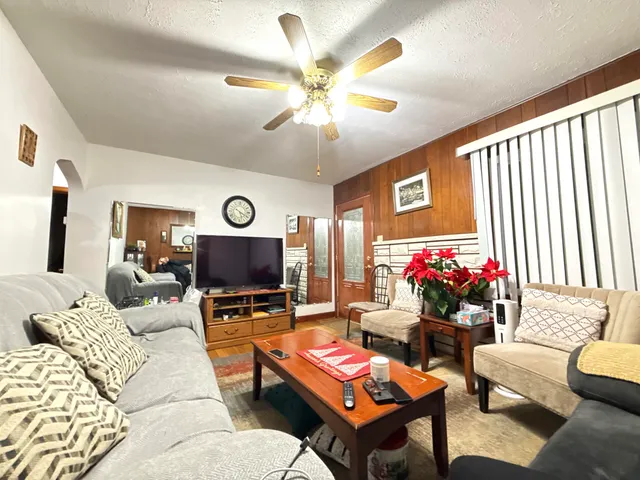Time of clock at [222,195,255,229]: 5:19
